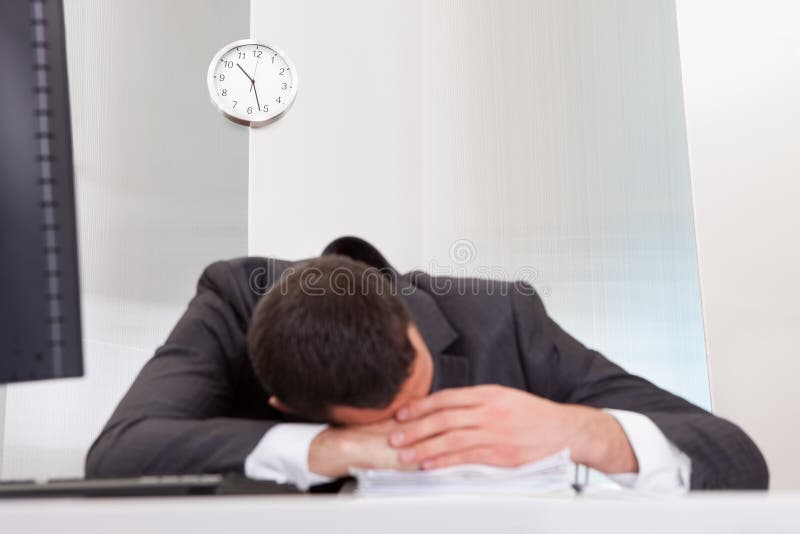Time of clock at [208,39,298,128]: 10:26
